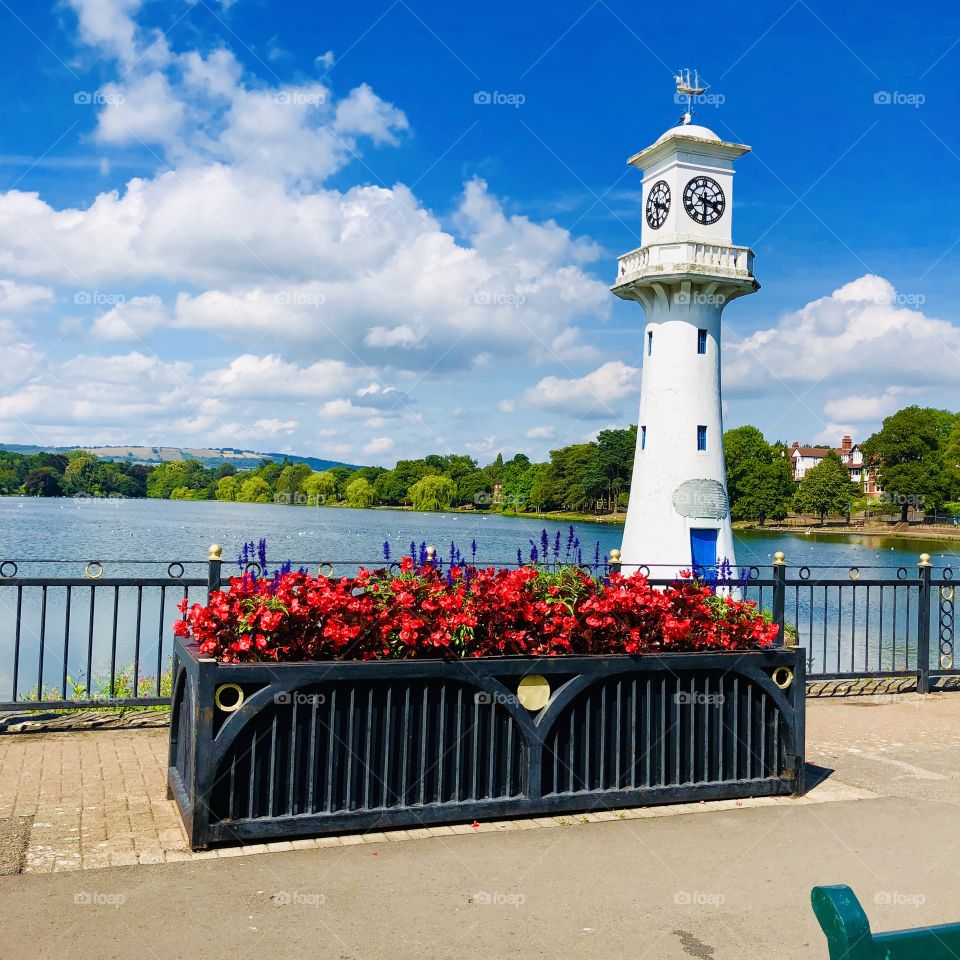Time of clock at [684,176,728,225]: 3:29
